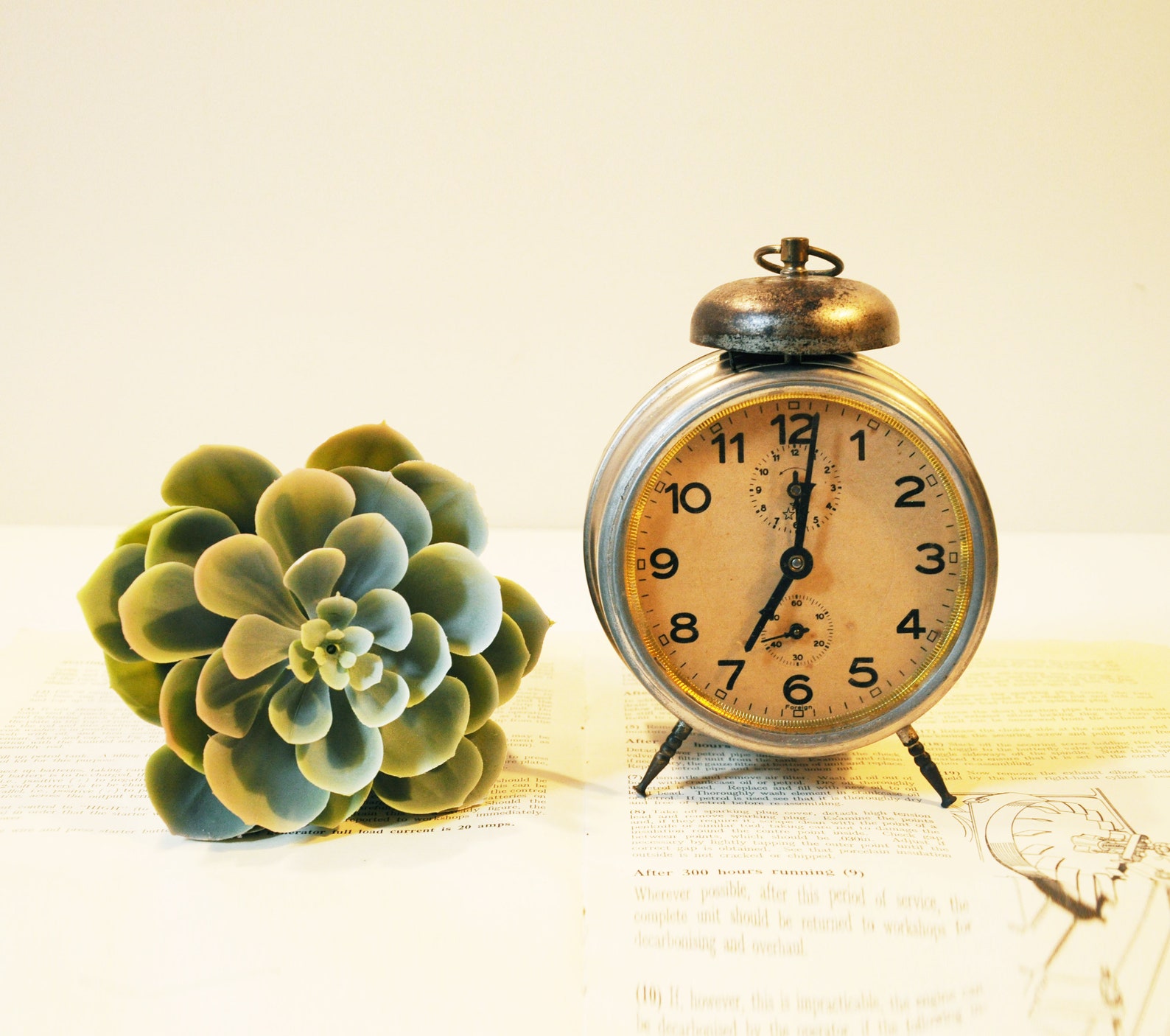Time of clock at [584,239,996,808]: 7:01
